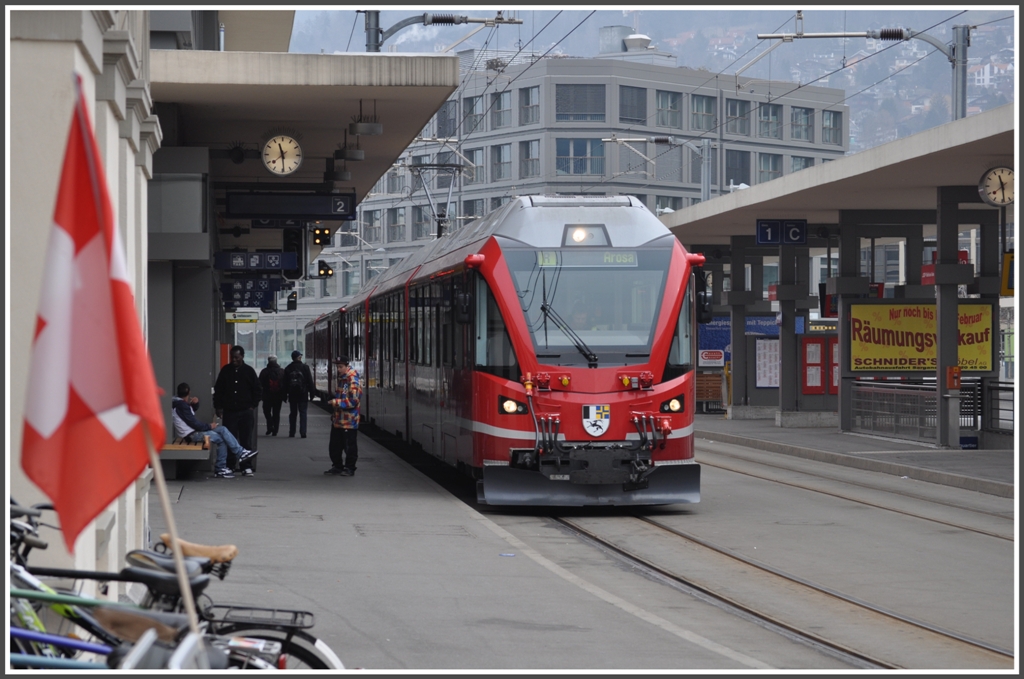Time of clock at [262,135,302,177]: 11:29
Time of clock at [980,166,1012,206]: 11:28
